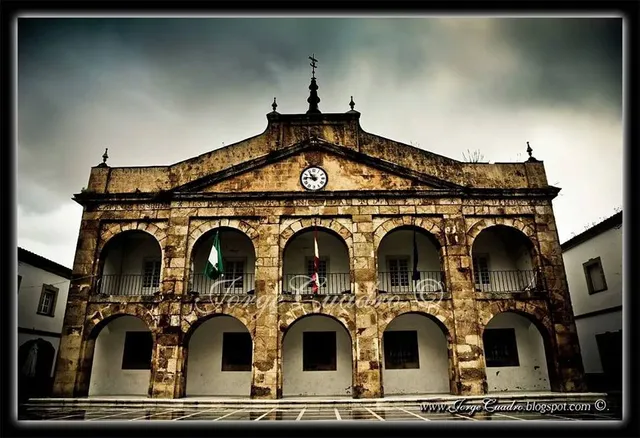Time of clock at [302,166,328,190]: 10:46
